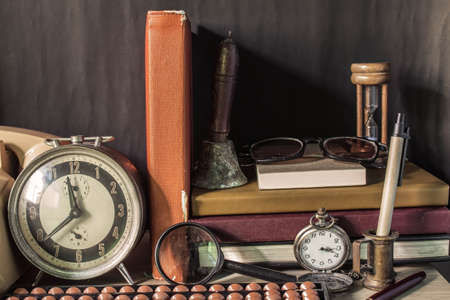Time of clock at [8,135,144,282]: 11:38
